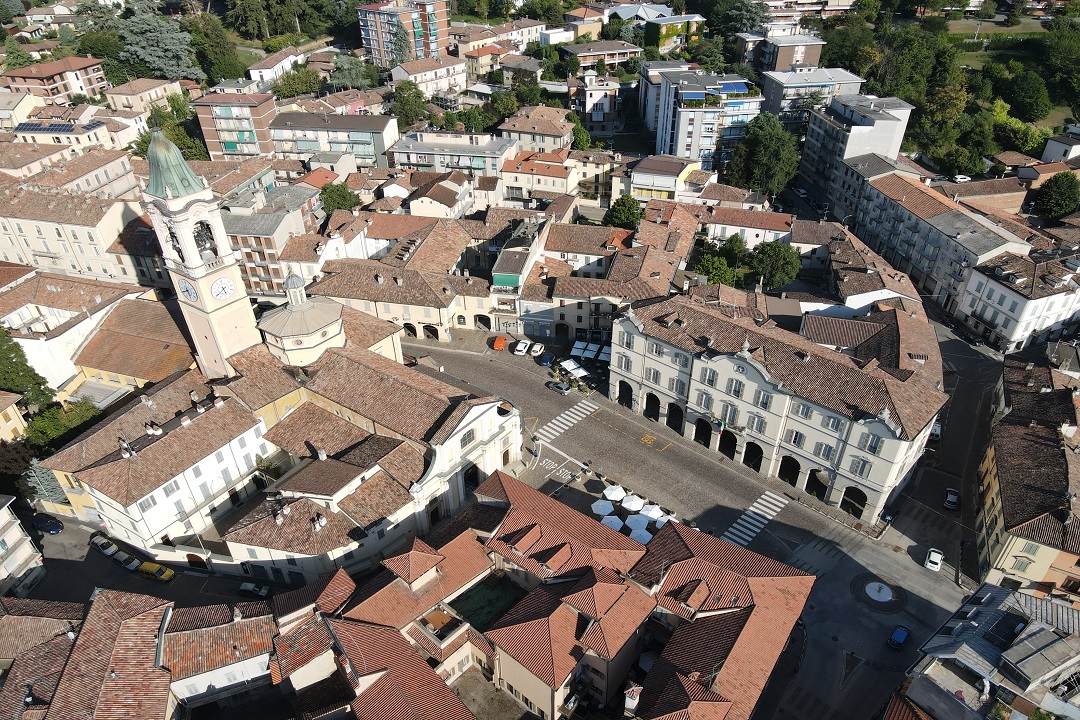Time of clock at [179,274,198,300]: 5:40
